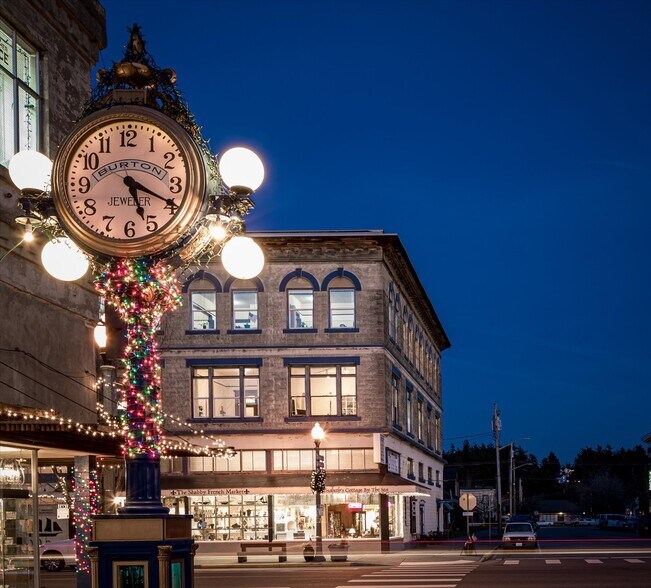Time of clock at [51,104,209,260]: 5:19
